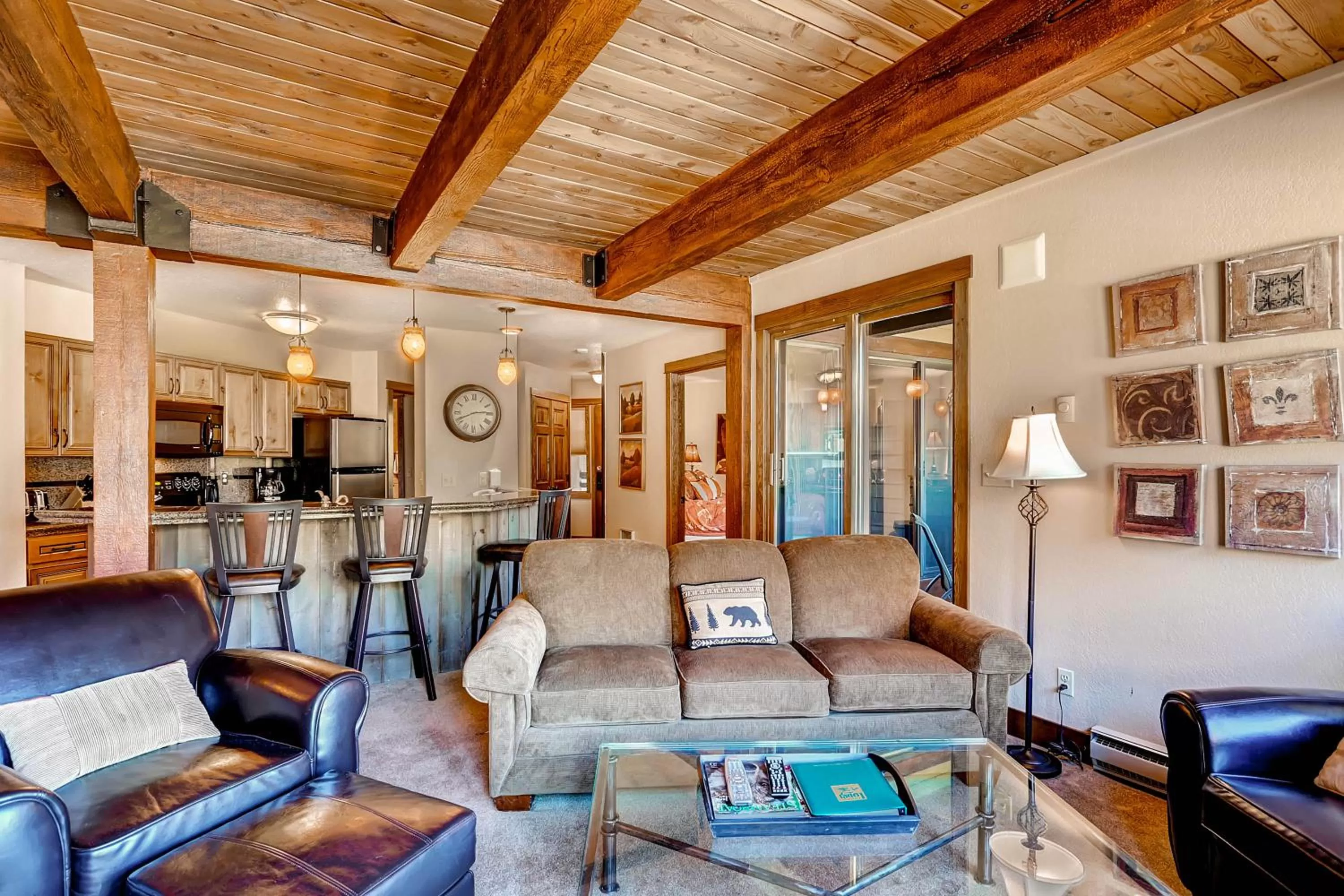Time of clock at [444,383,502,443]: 2:41
